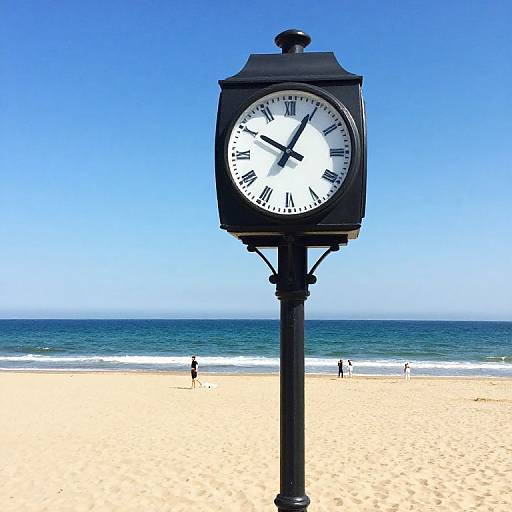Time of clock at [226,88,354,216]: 10:04
